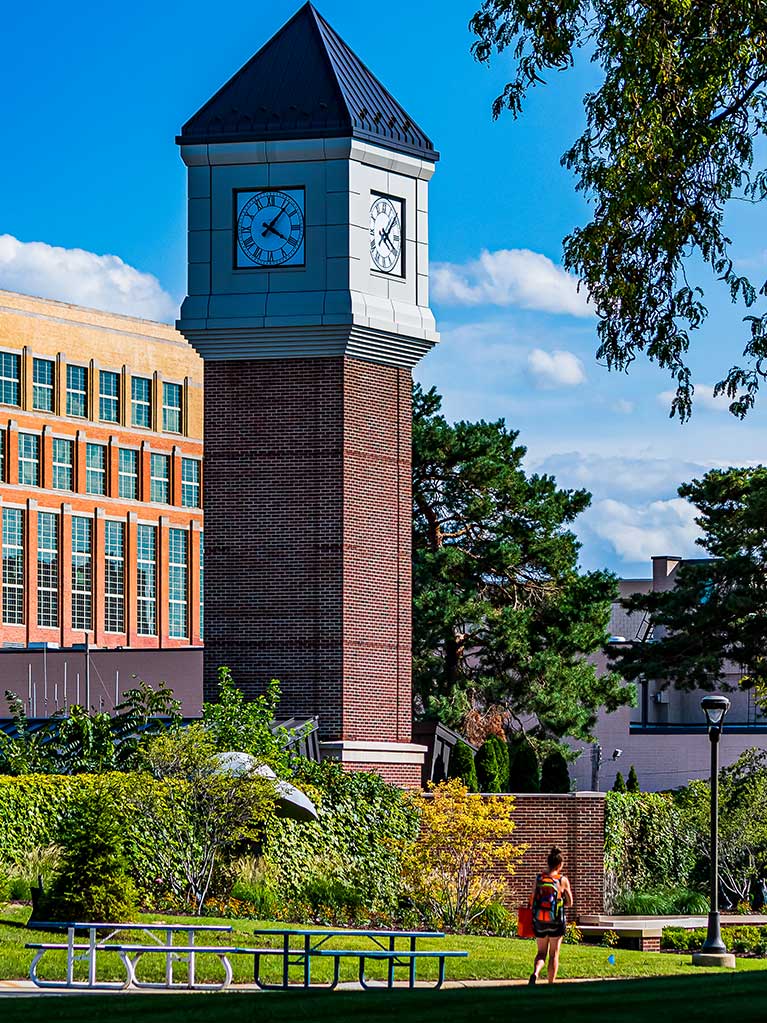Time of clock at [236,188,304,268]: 4:07
